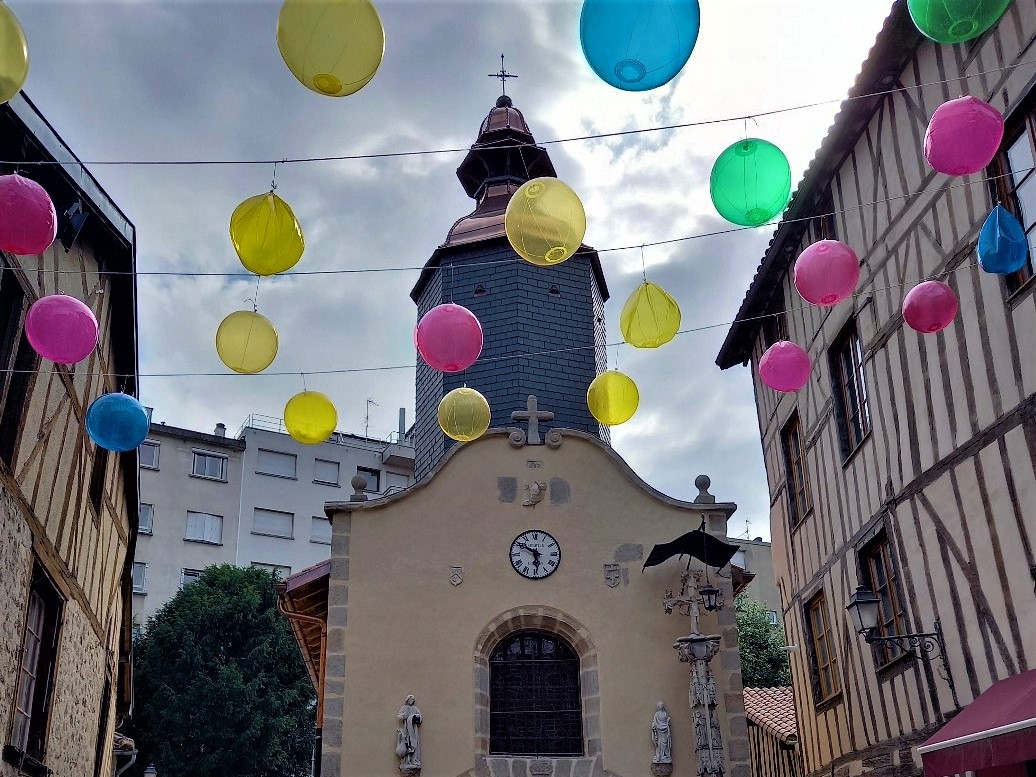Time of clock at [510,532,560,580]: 5:50
